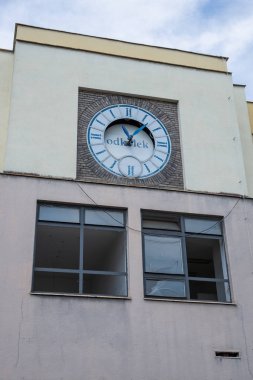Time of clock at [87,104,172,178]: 11:07
